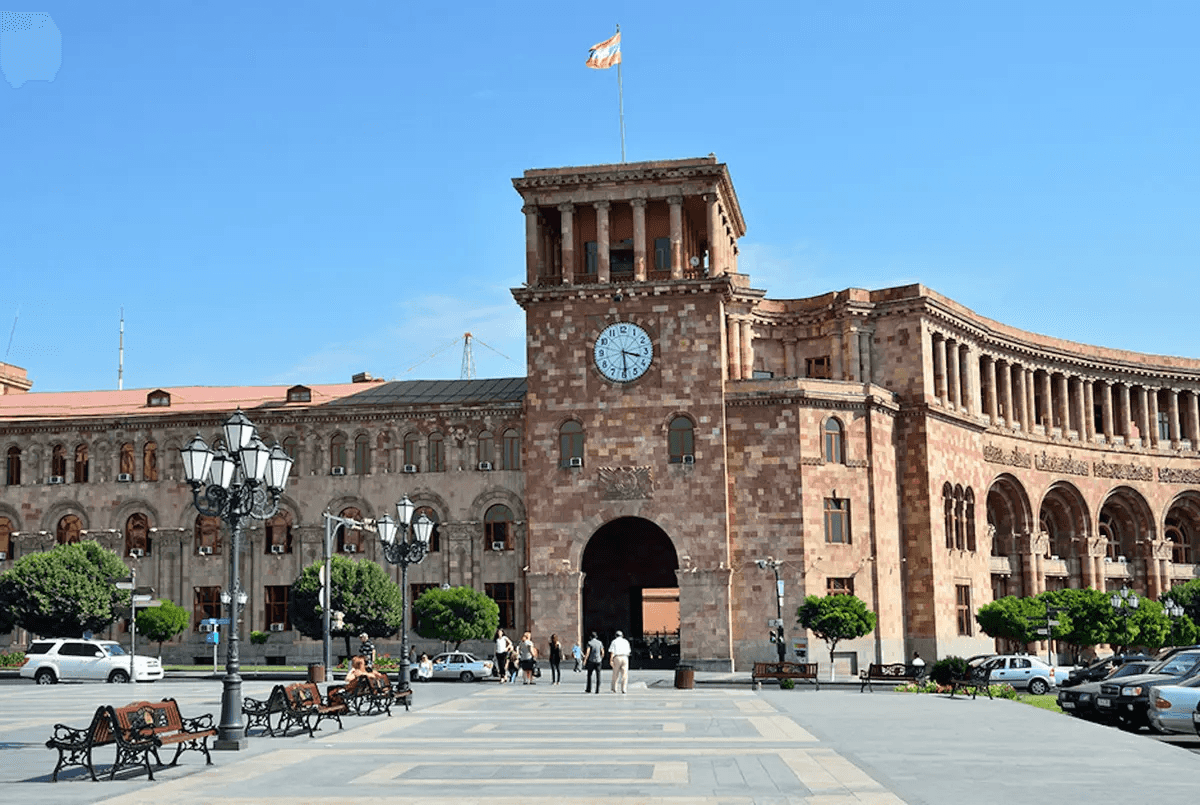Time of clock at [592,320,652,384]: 3:29
